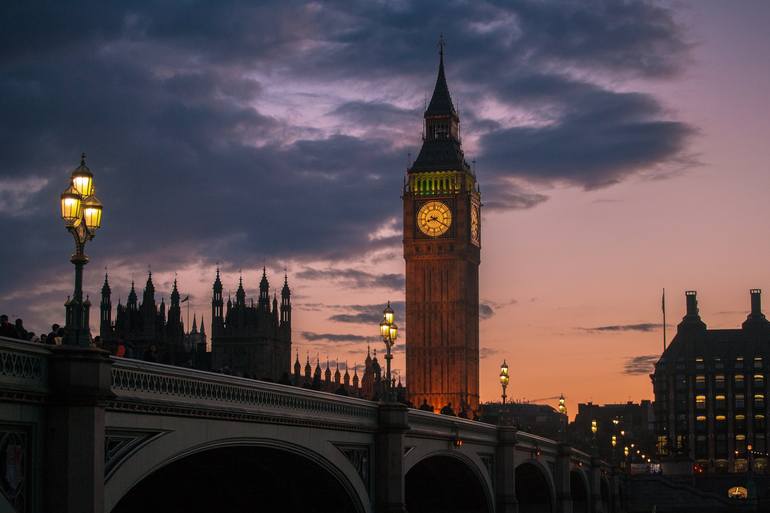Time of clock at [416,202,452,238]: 8:20
